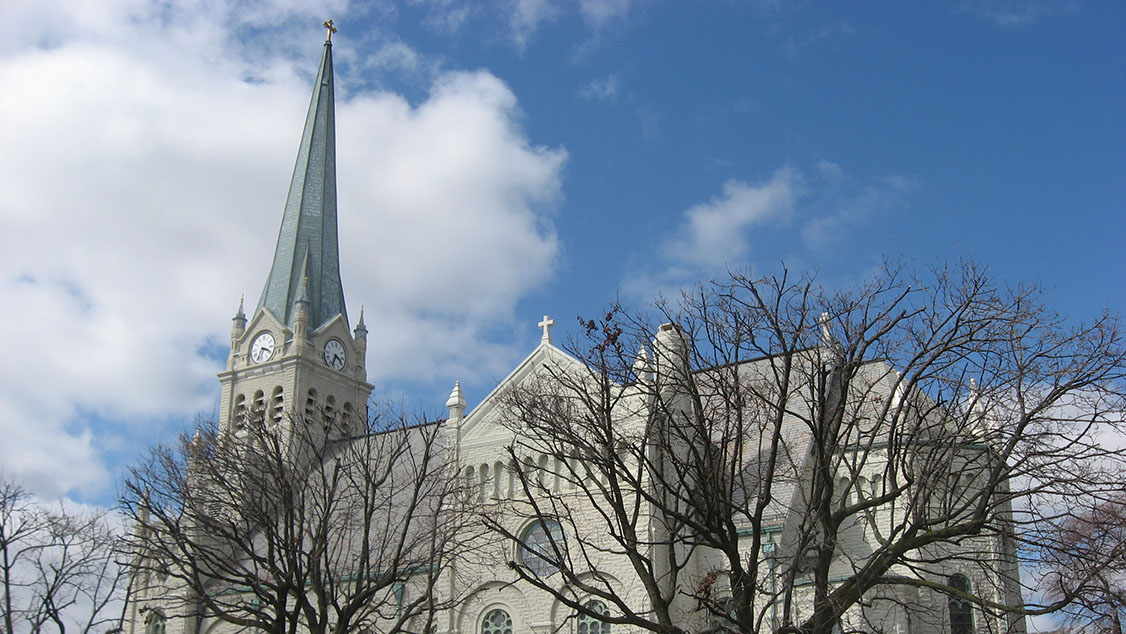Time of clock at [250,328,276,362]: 3:34
